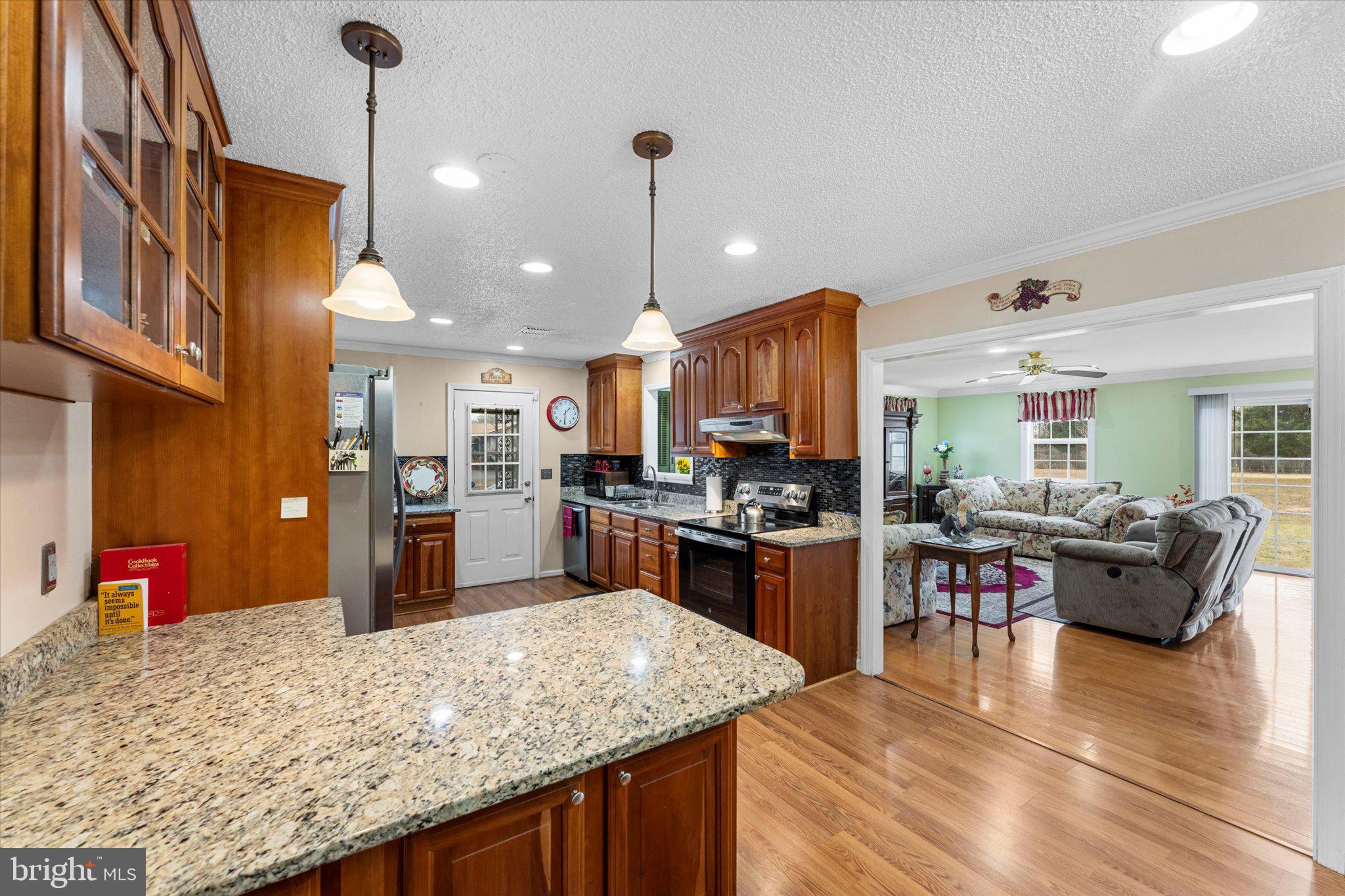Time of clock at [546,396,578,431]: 1:30
